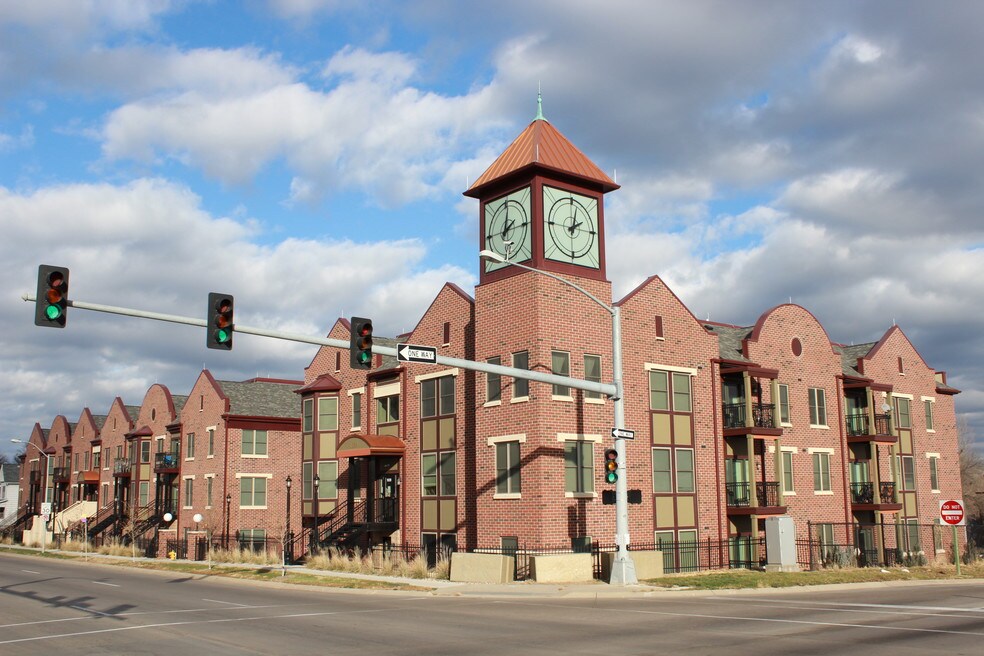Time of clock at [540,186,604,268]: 2:02
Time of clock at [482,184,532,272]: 2:01
